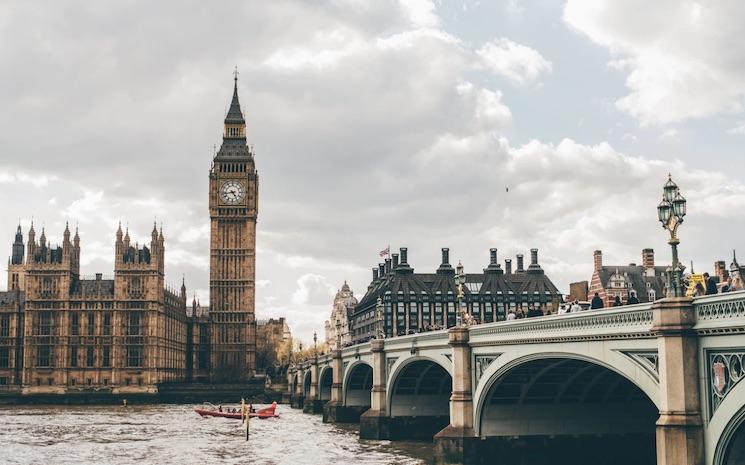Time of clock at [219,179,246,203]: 4:42
